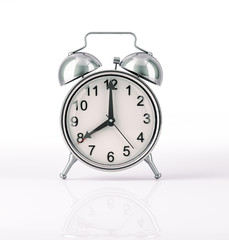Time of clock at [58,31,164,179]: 8:00
